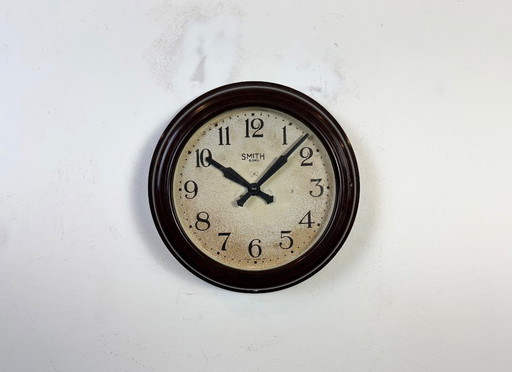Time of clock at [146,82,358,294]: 10:07
